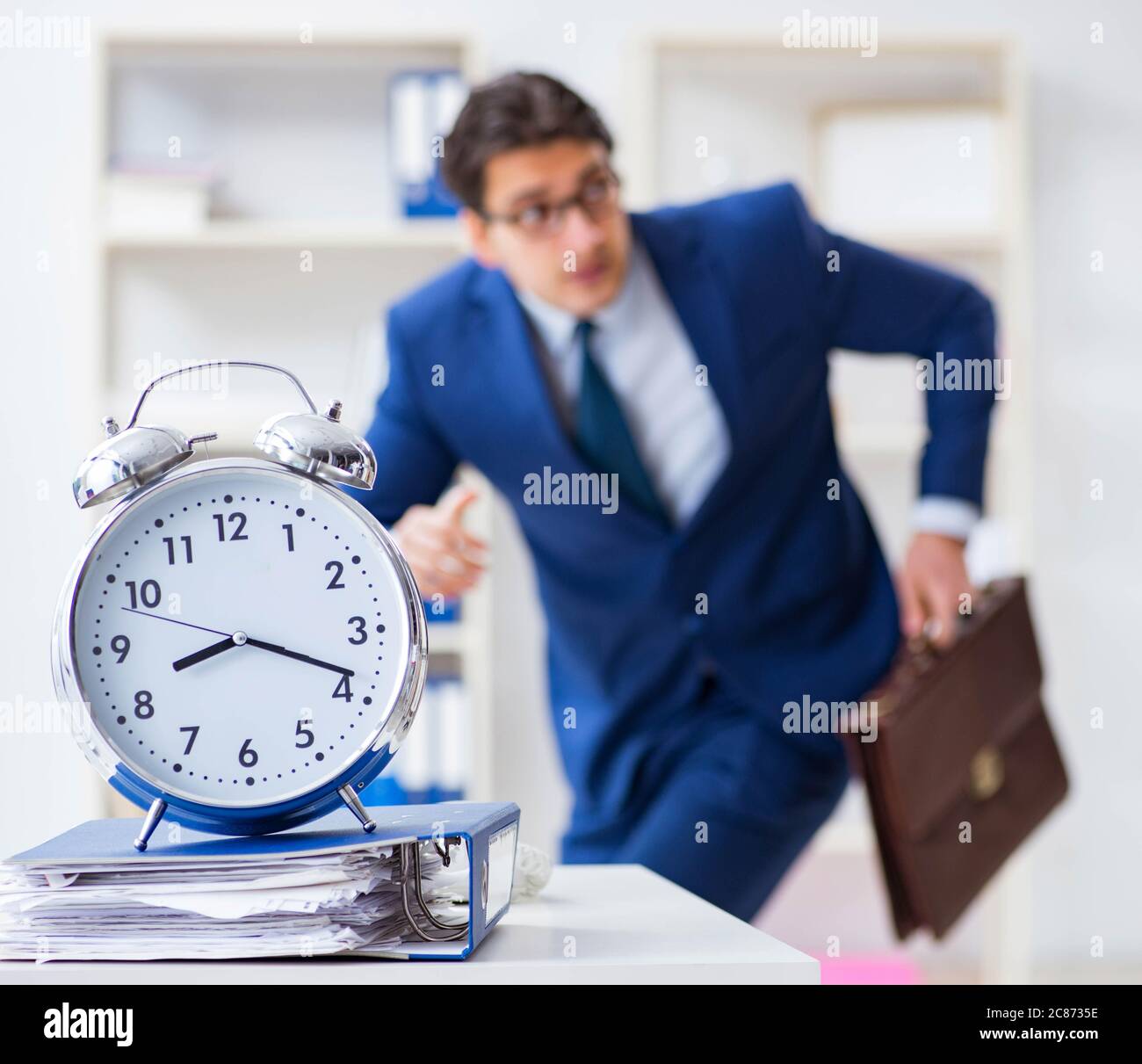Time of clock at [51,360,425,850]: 8:18
